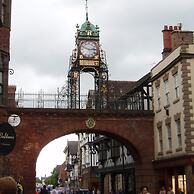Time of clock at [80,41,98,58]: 2:48
